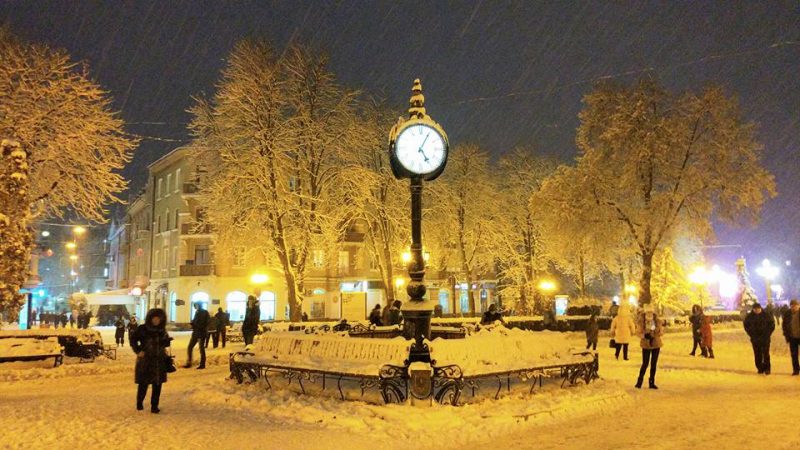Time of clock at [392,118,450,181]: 5:04
